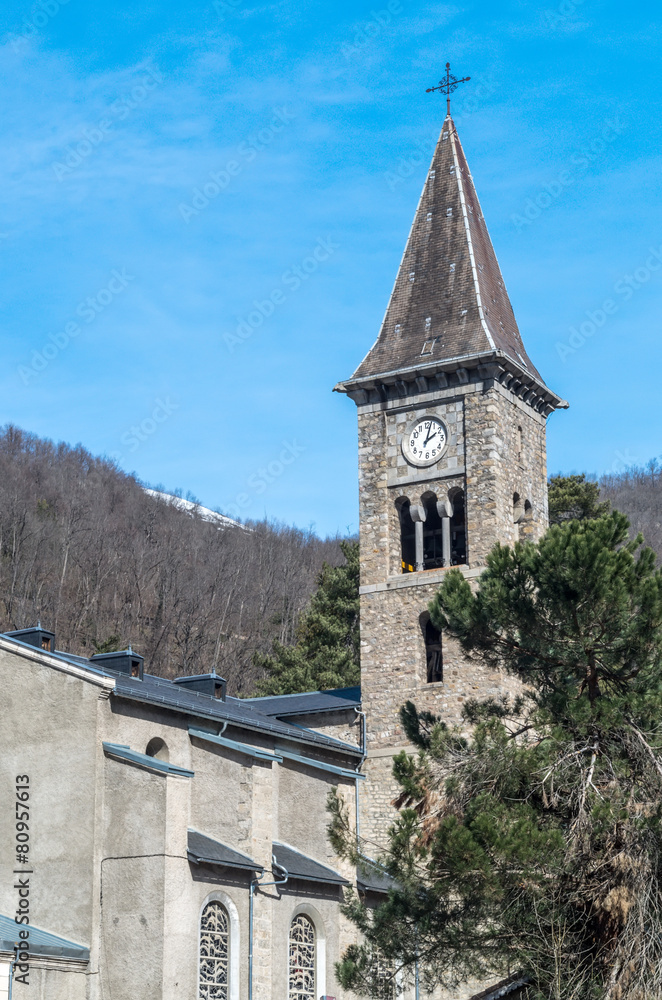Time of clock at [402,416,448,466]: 2:02
